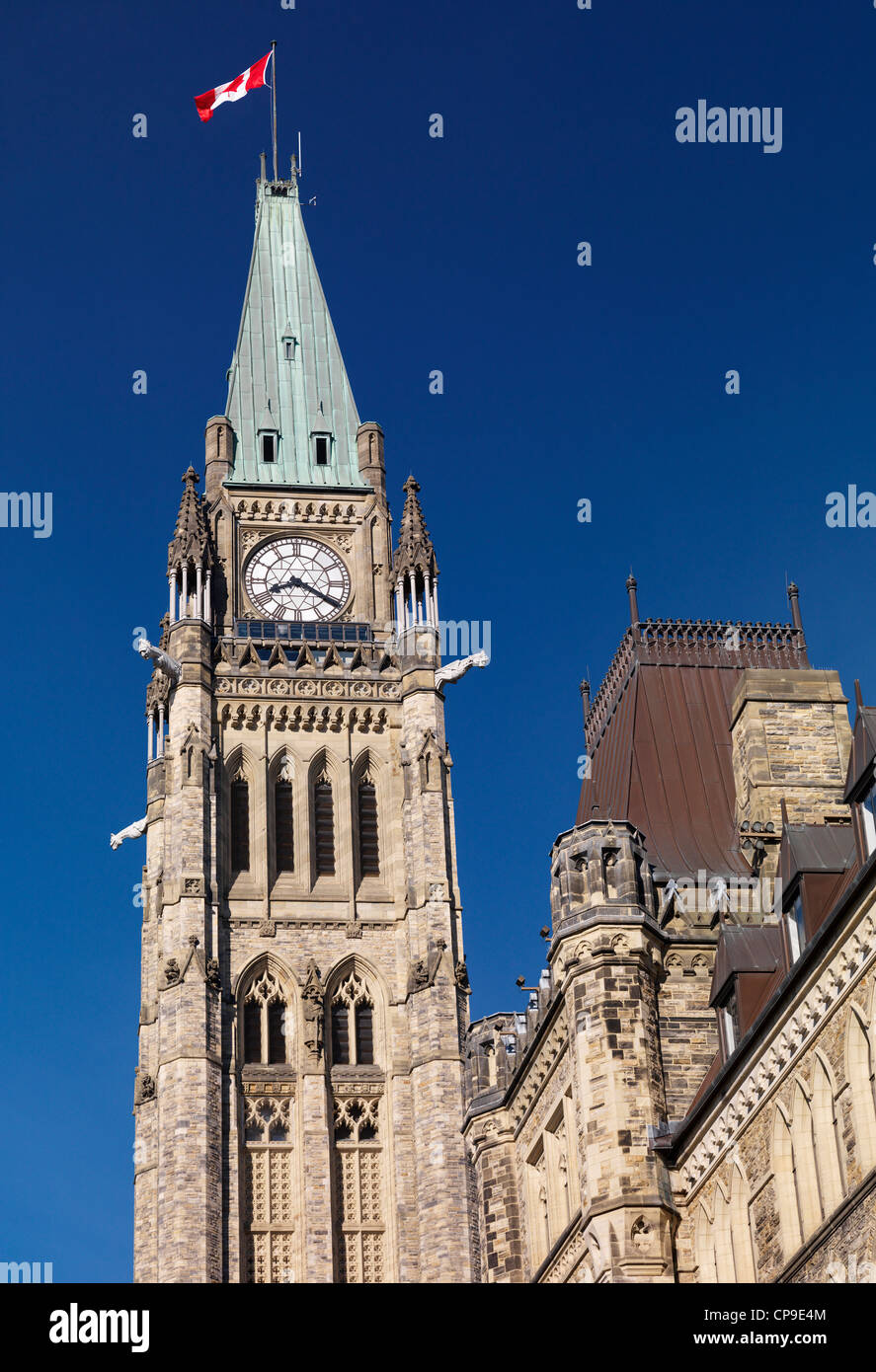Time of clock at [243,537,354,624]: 8:20
